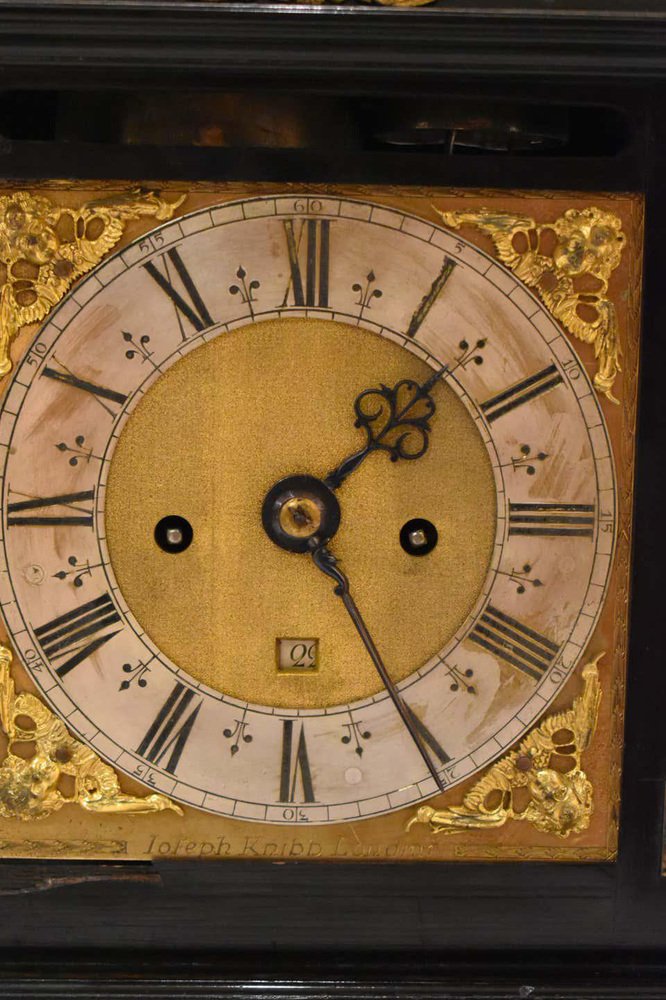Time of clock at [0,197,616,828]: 1:24
